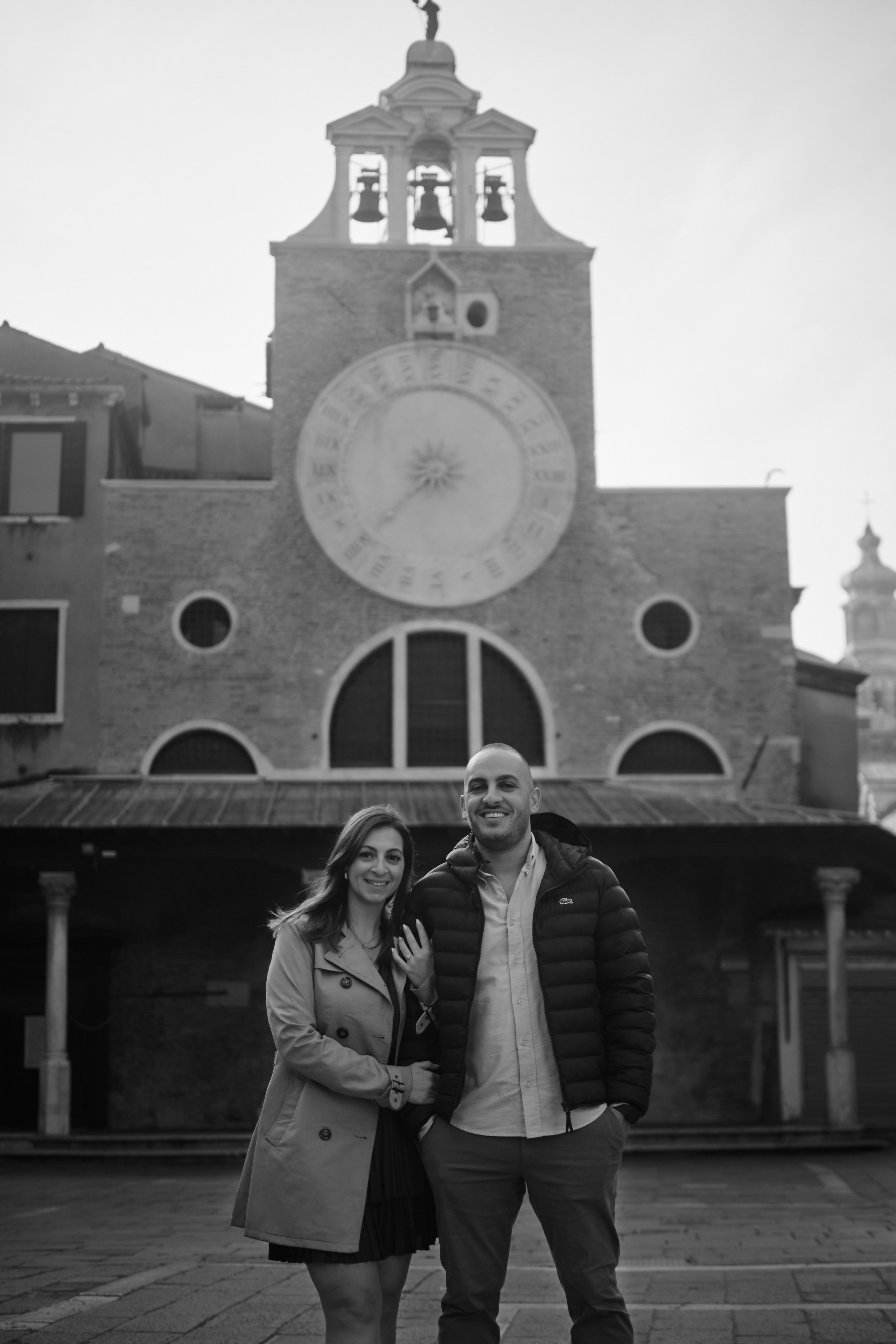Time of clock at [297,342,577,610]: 7:37
